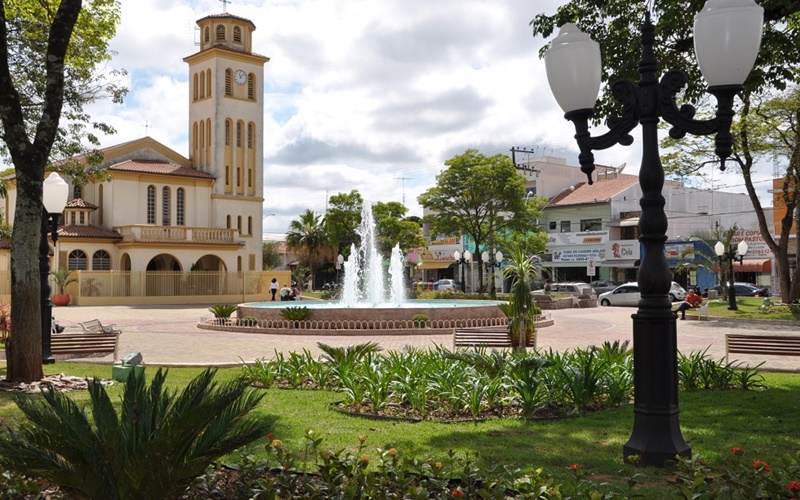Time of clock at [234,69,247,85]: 11:07
